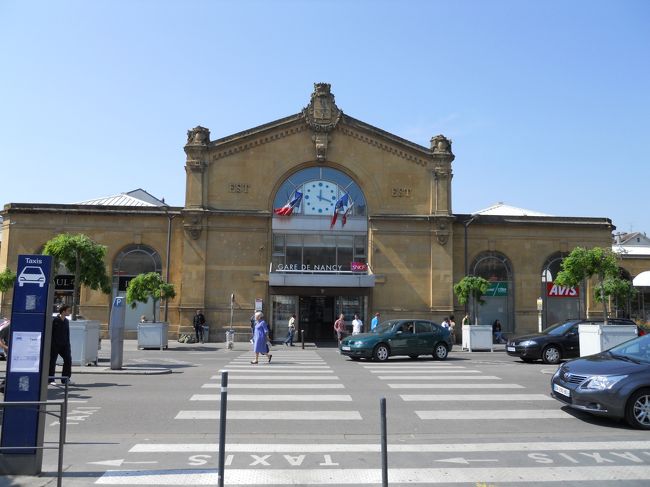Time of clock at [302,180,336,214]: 12:18
